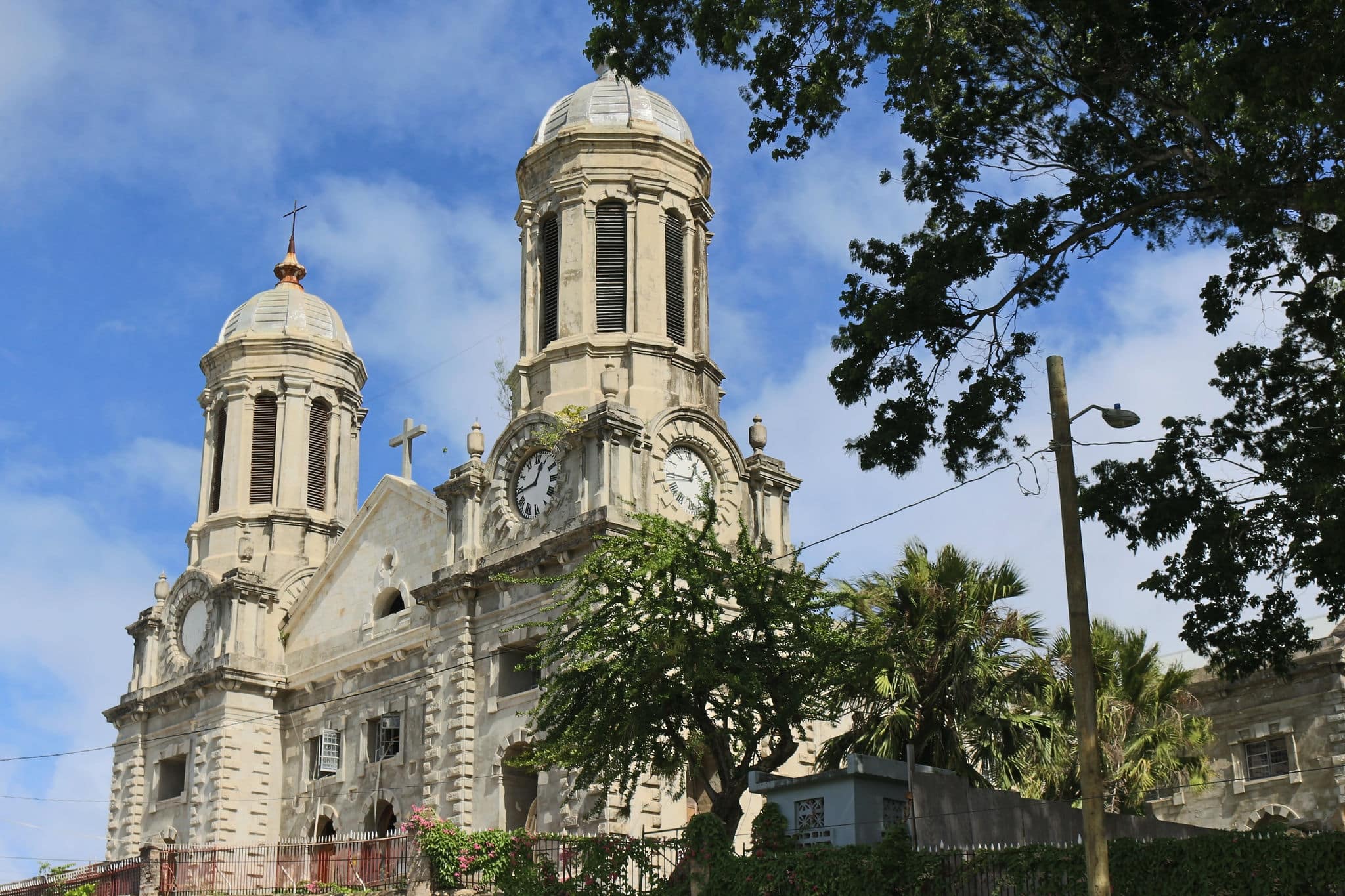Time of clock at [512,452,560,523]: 12:43
